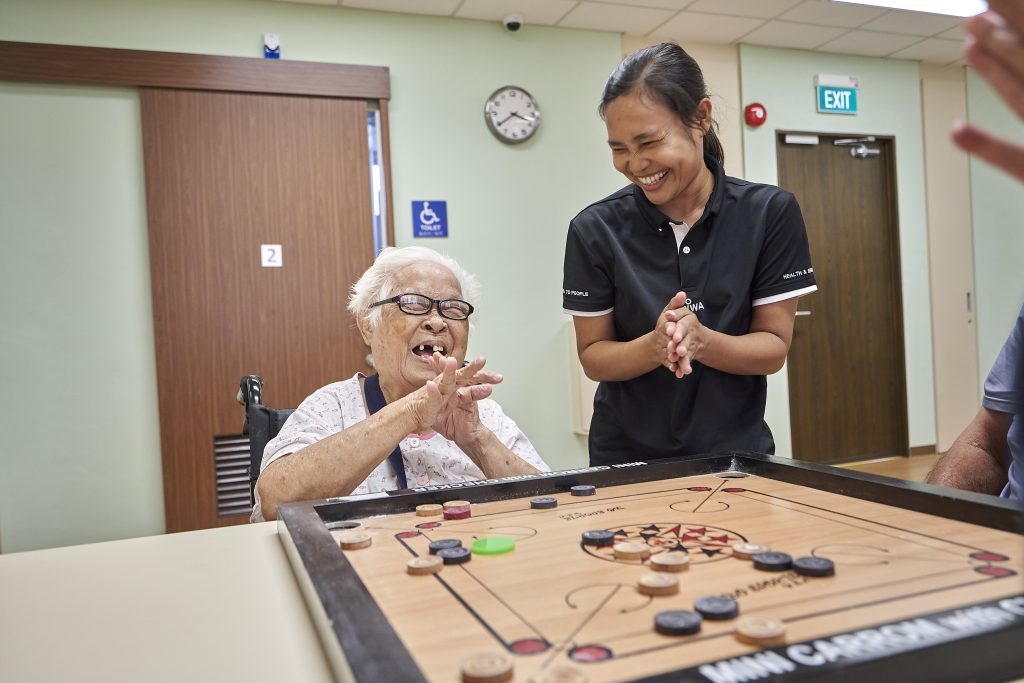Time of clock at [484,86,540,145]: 3:39
